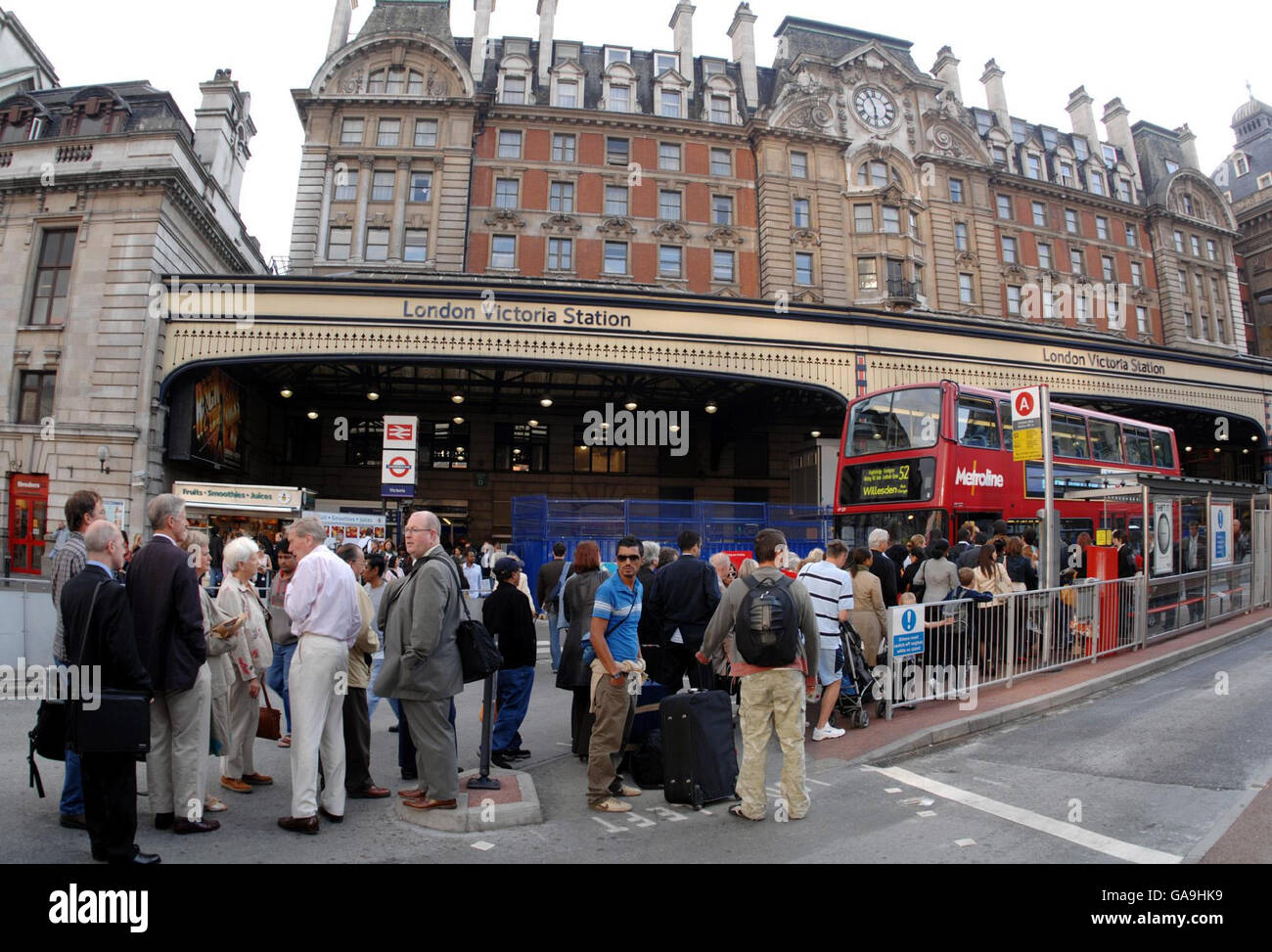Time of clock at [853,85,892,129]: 5:55
